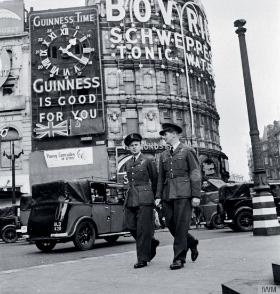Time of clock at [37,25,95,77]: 1:20
